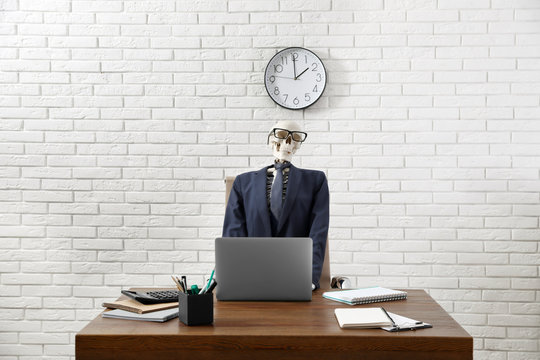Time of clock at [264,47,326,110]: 1:59
